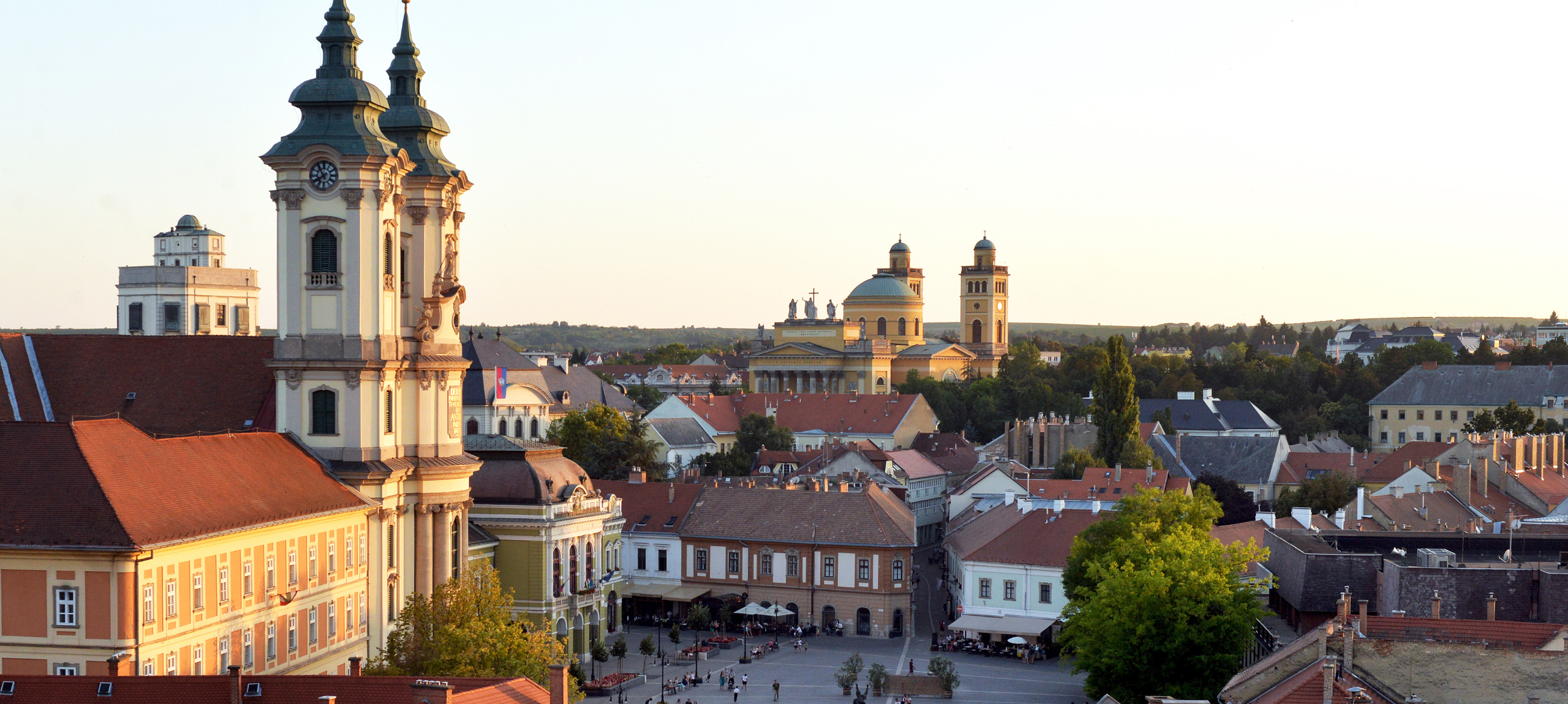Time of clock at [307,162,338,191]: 7:53
